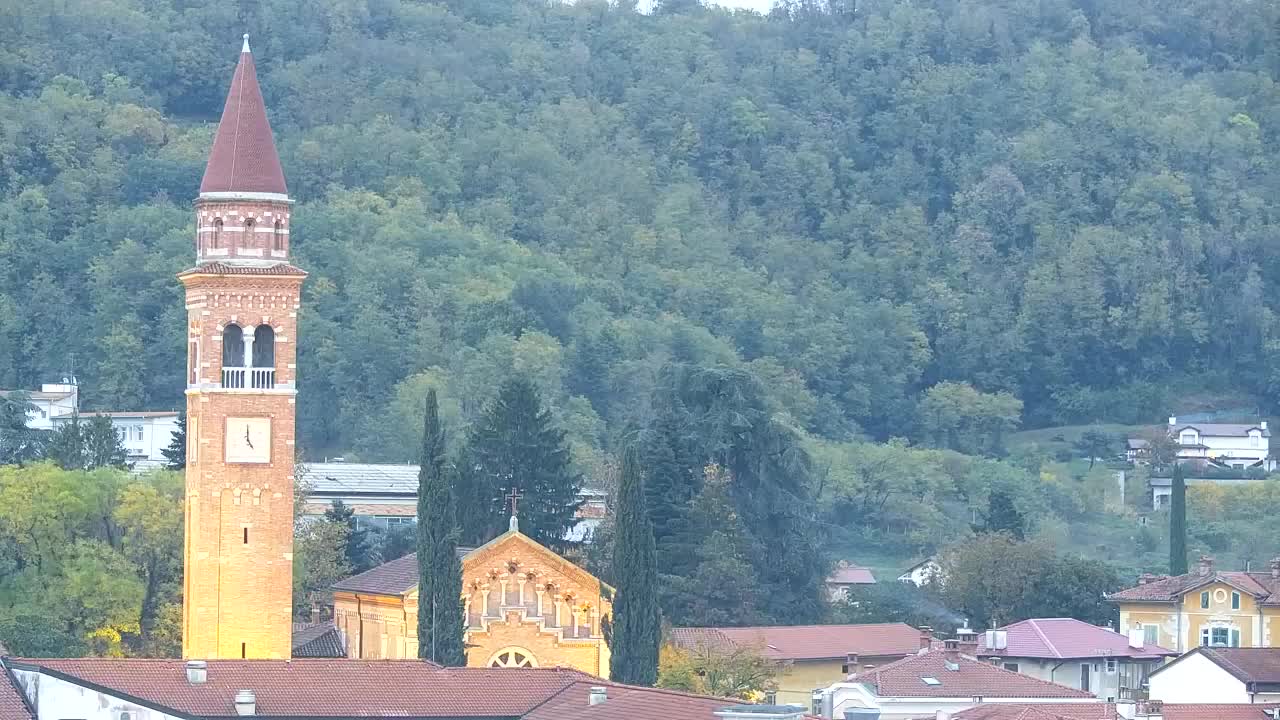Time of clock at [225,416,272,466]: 4:59
